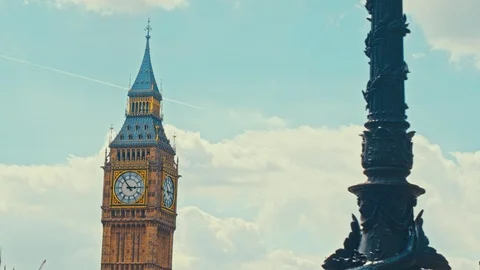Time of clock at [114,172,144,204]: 2:54
